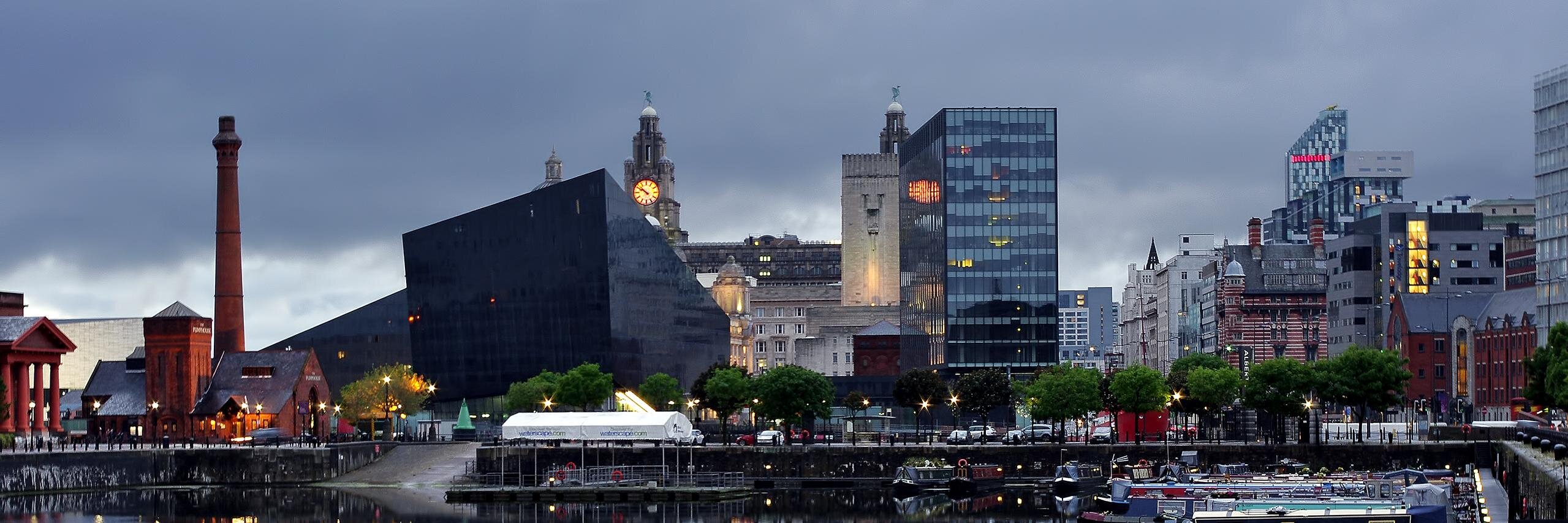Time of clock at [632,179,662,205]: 9:51
